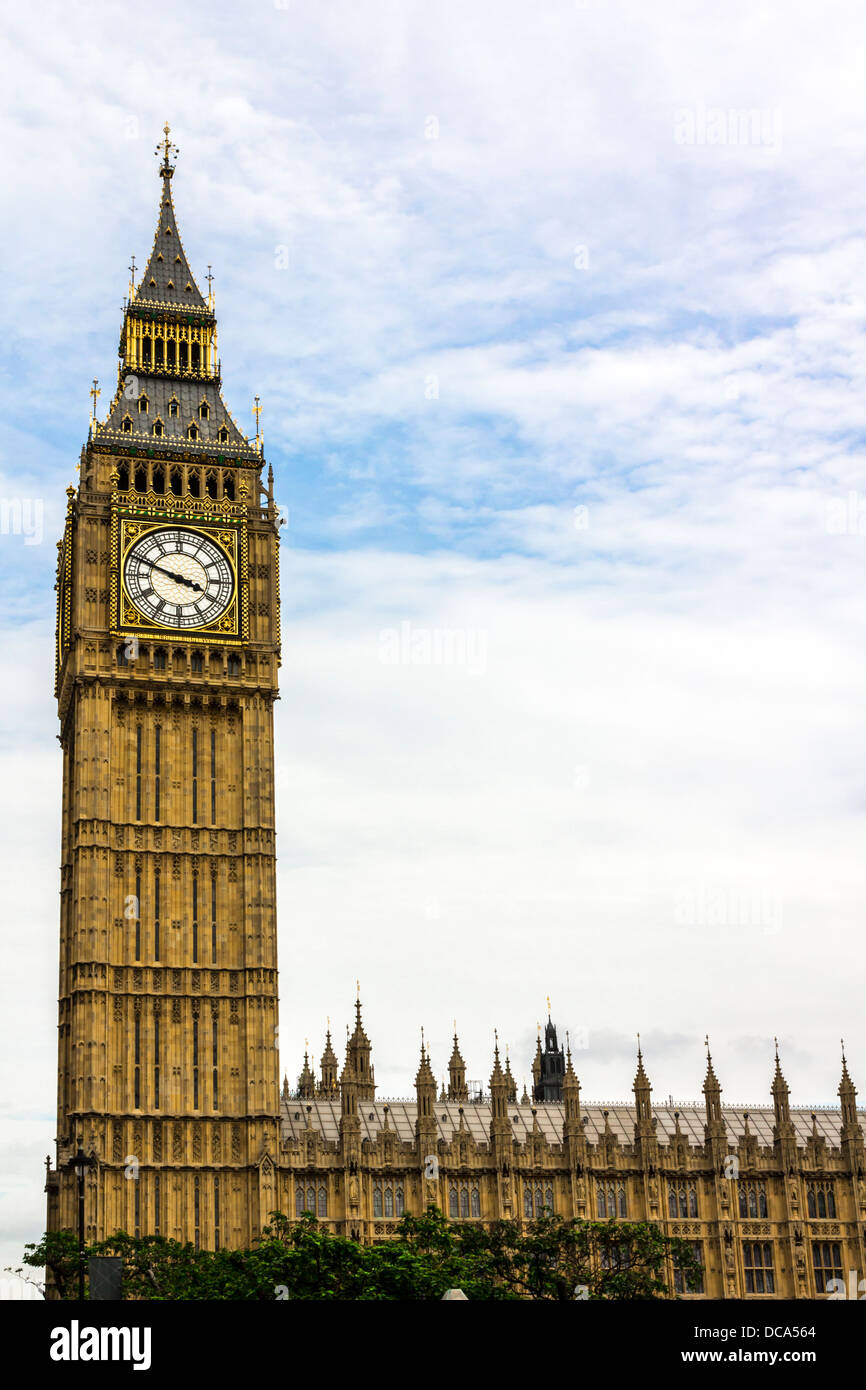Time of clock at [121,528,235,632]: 3:48
